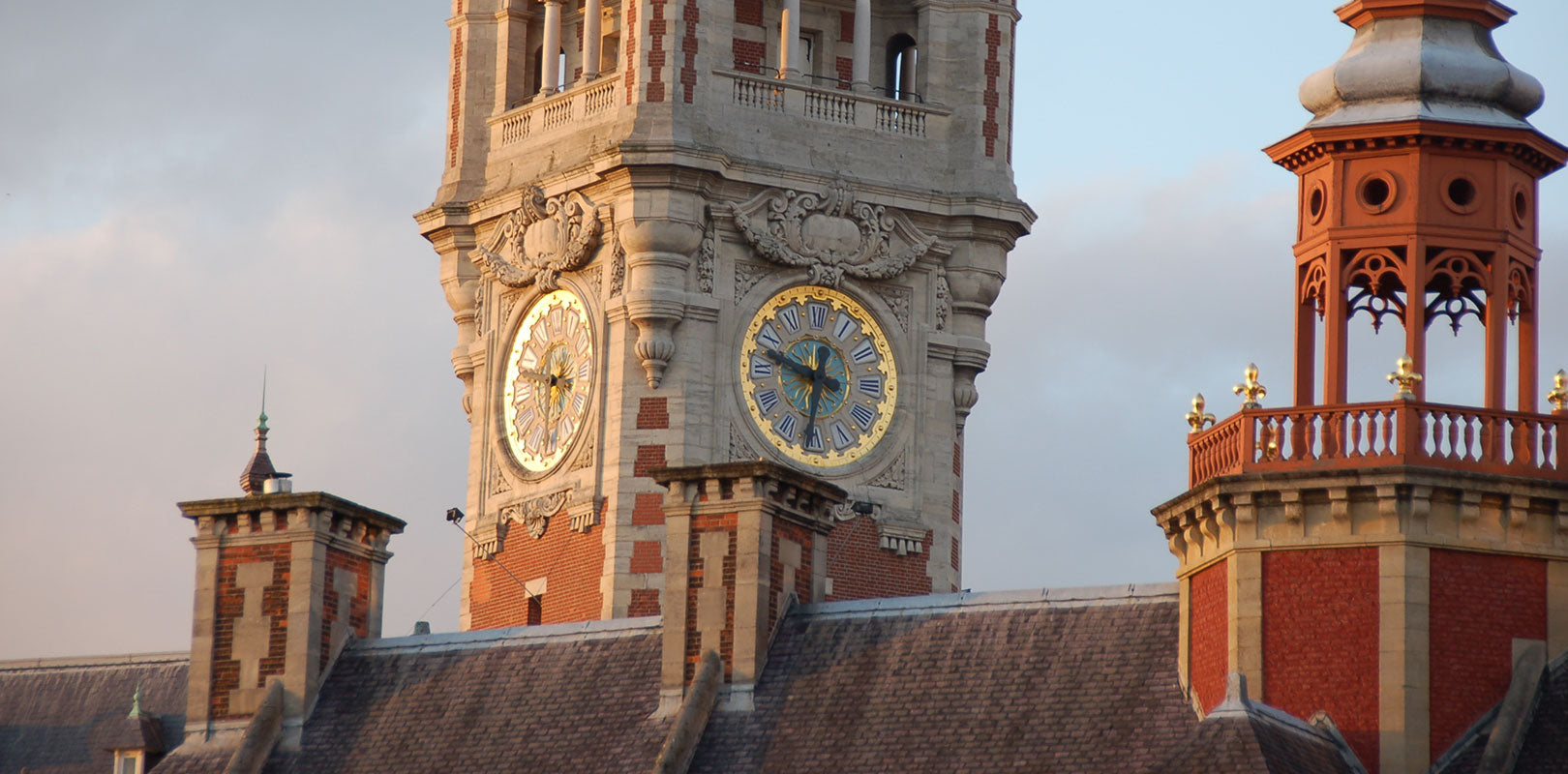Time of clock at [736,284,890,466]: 12:31
